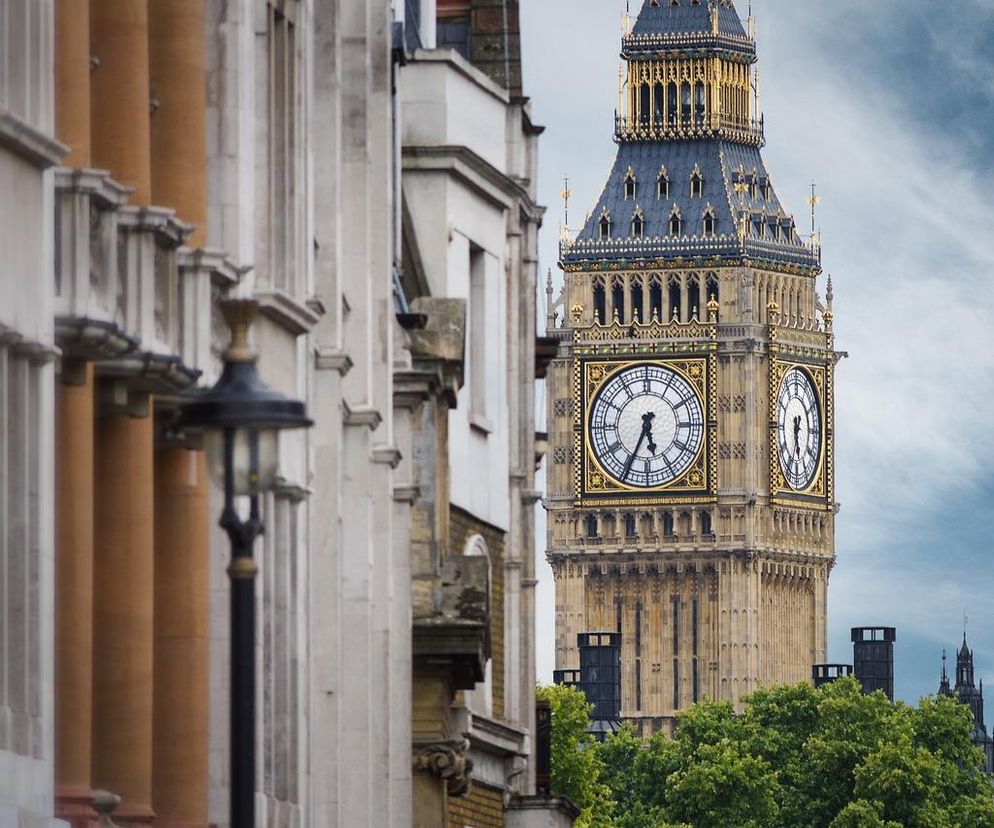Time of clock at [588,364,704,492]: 5:34
